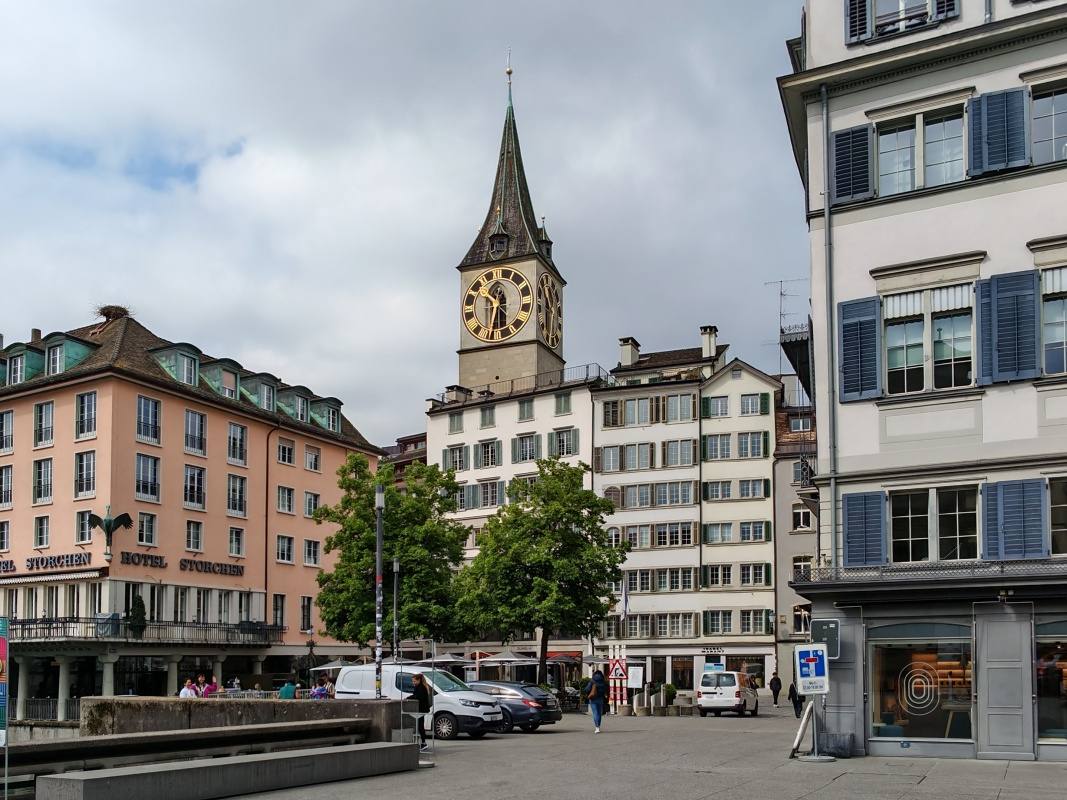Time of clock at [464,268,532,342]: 10:32
